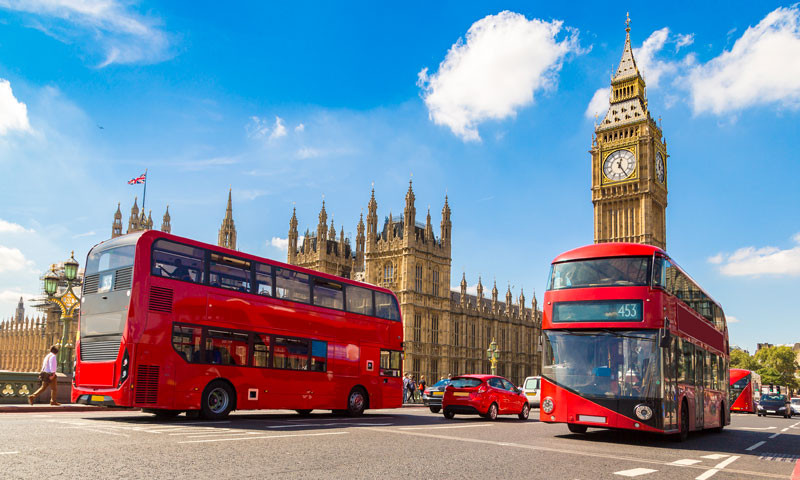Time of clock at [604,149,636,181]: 12:24
